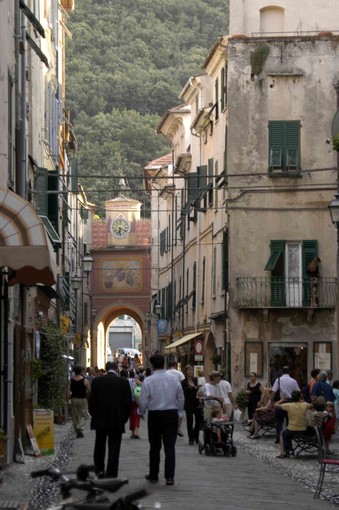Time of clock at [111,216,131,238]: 6:18
